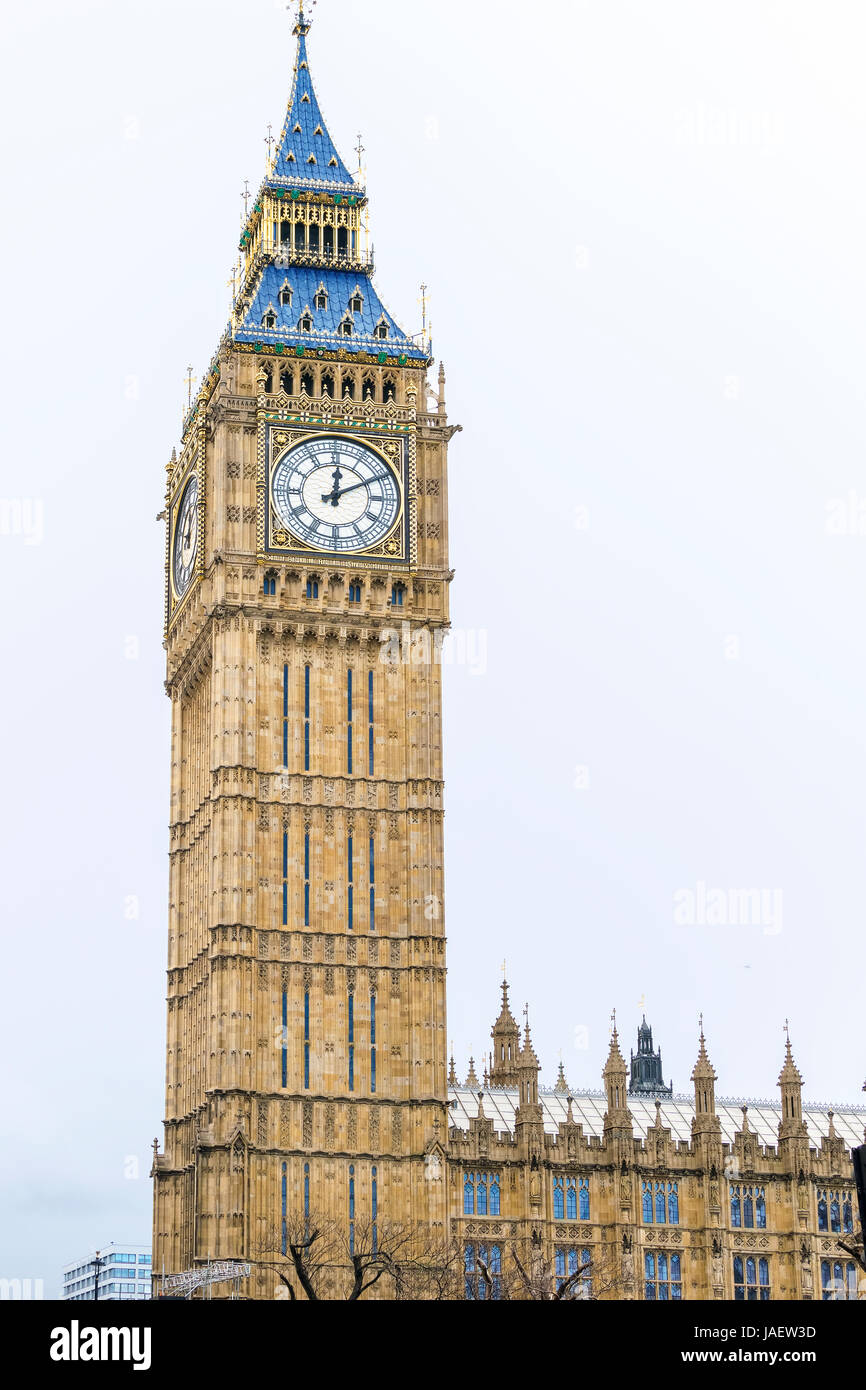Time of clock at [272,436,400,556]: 12:10
